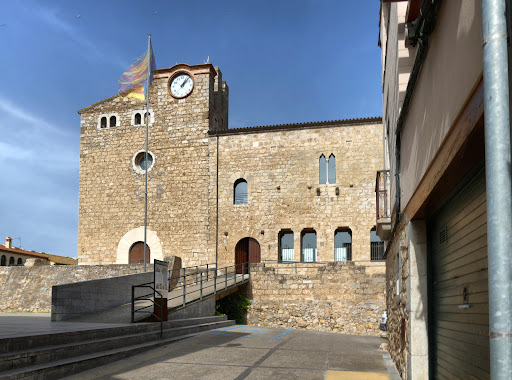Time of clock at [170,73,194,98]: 1:07
